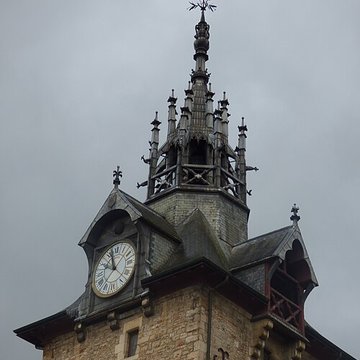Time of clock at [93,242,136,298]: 9:57
